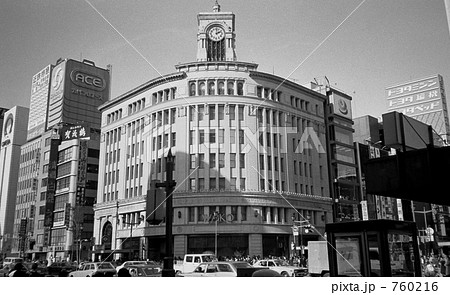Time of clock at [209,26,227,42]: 2:01
